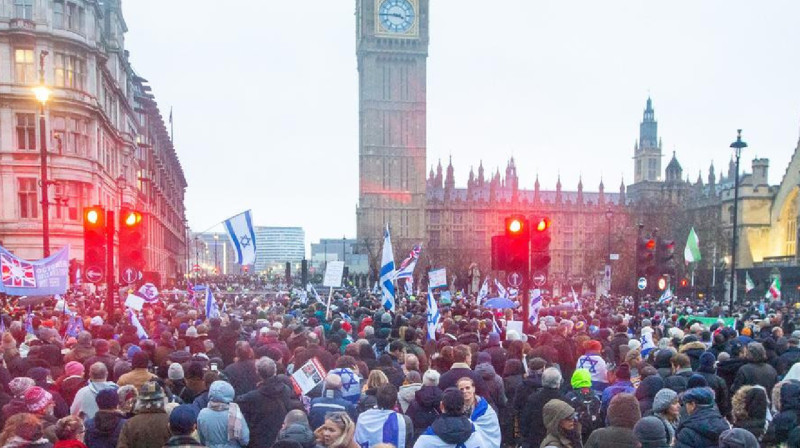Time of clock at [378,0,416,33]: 3:45
